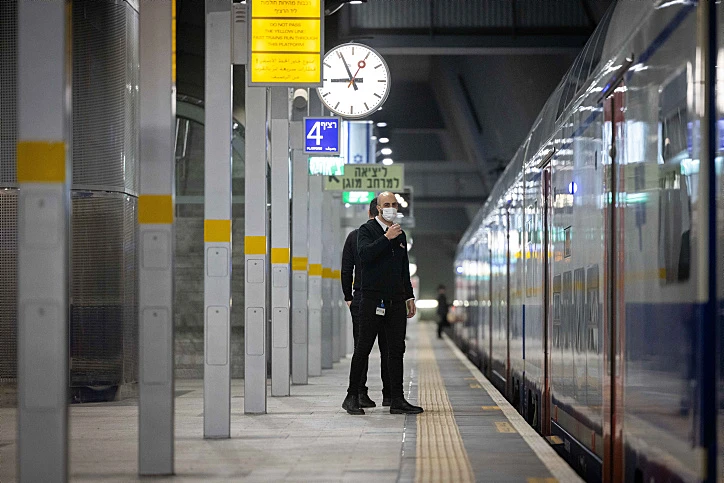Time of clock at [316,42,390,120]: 8:55
